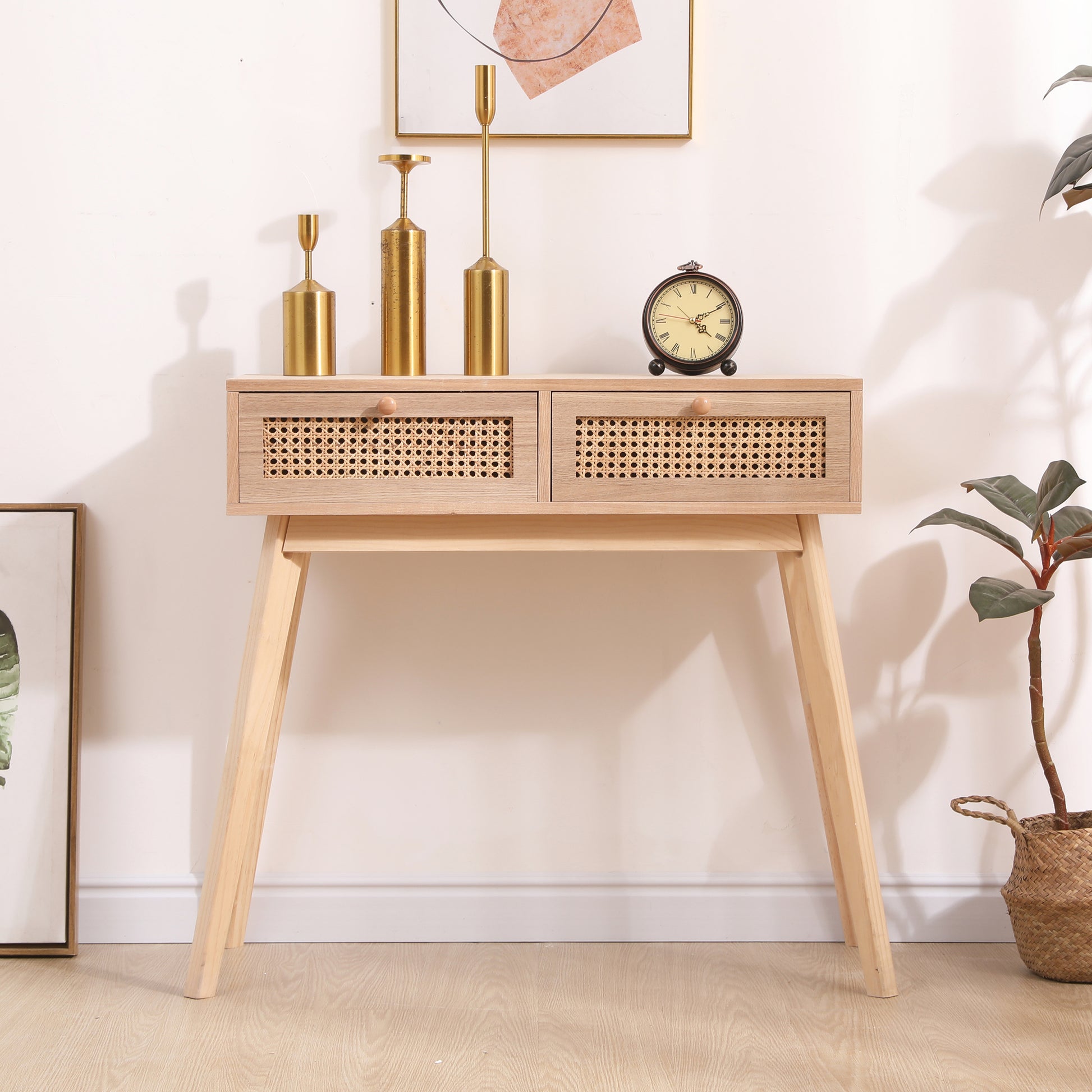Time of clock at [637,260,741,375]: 4:10
